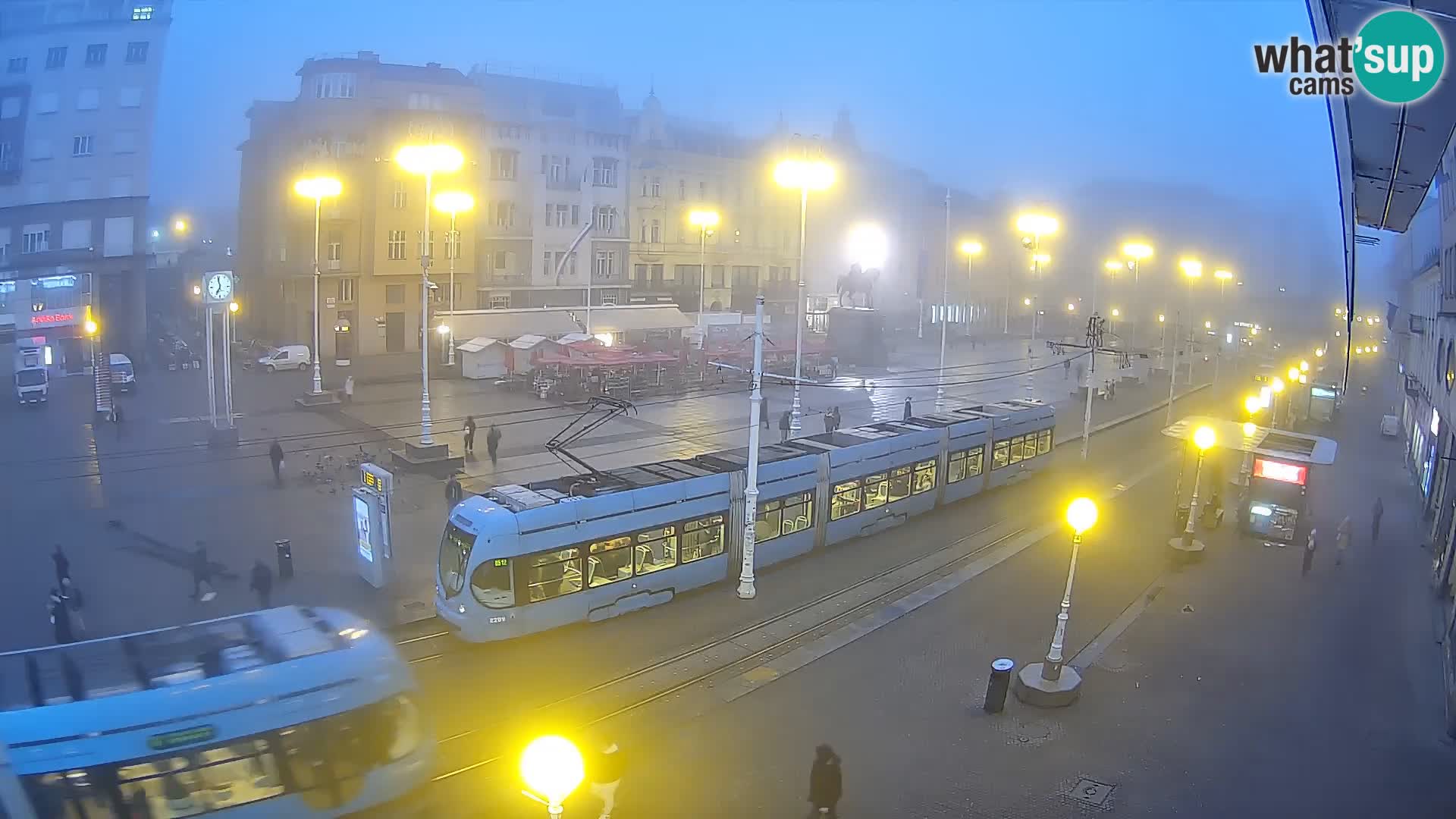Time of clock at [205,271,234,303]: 6:58
